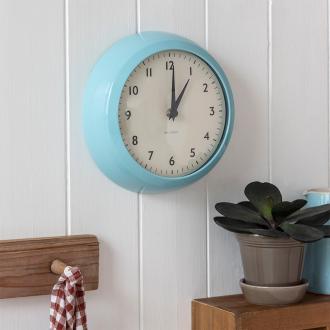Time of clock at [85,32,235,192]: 1:00
